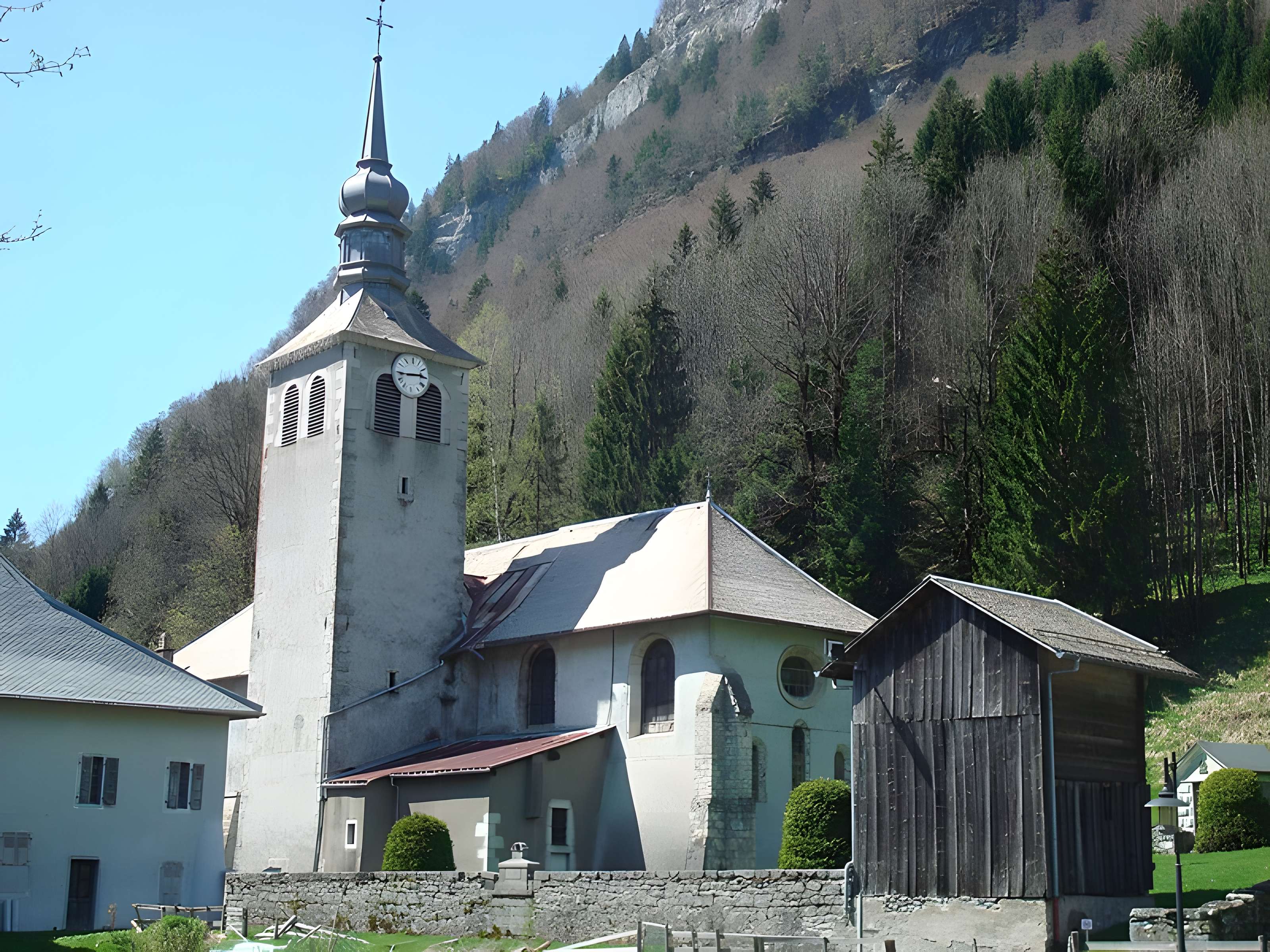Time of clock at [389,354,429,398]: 2:44
